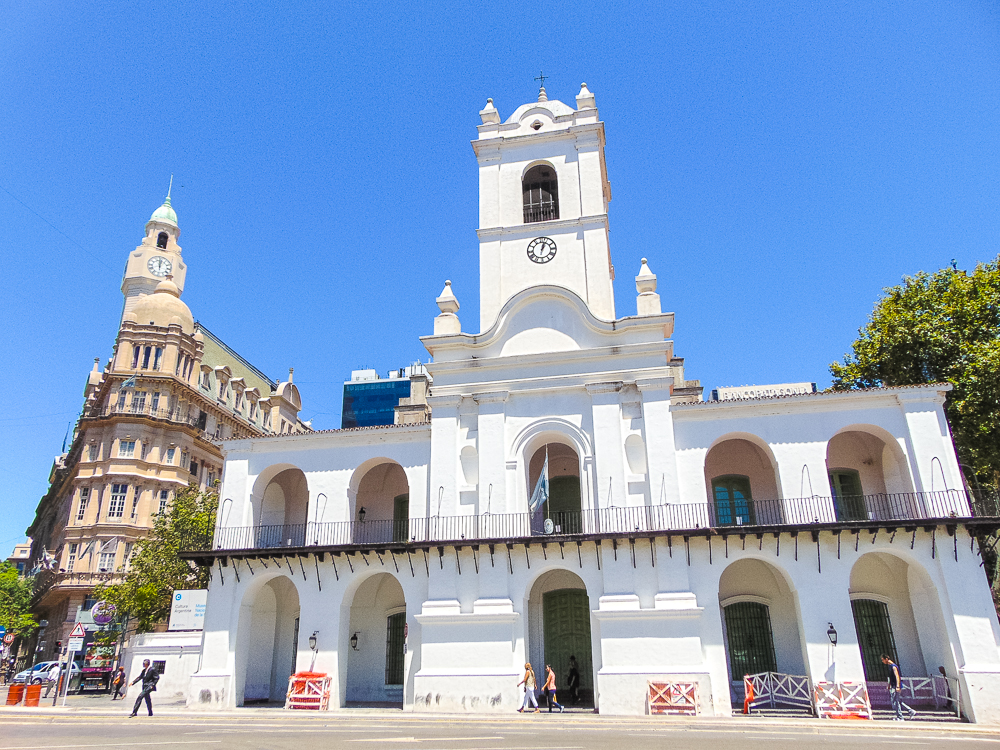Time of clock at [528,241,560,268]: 1:02
